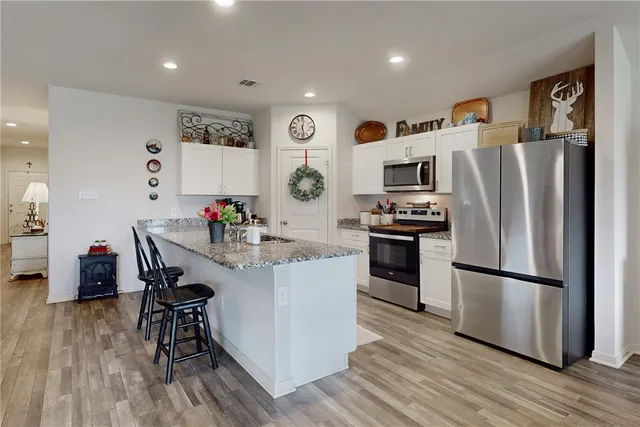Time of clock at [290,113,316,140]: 12:28
